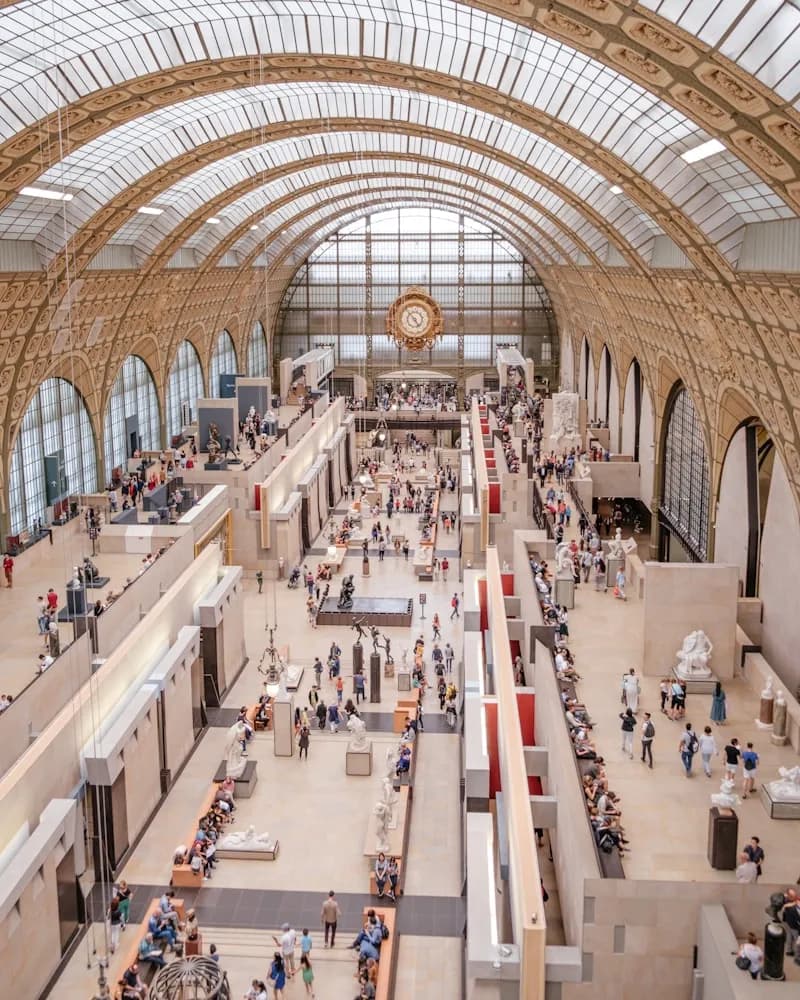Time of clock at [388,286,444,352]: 4:53
